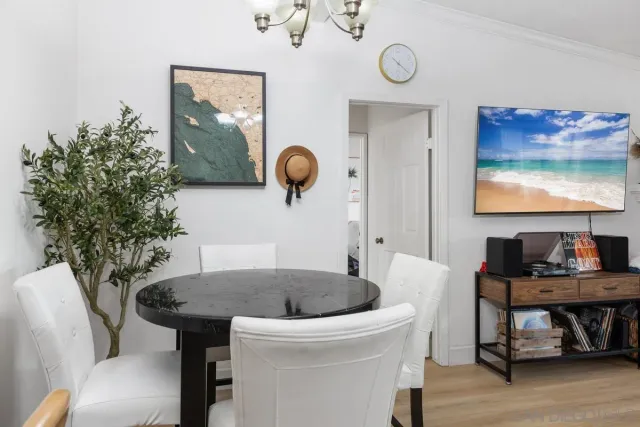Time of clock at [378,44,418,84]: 10:21
